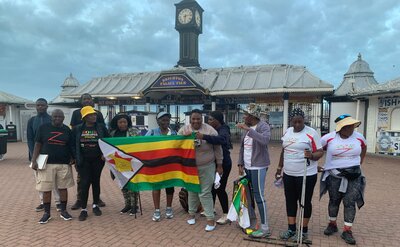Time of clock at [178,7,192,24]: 6:13
